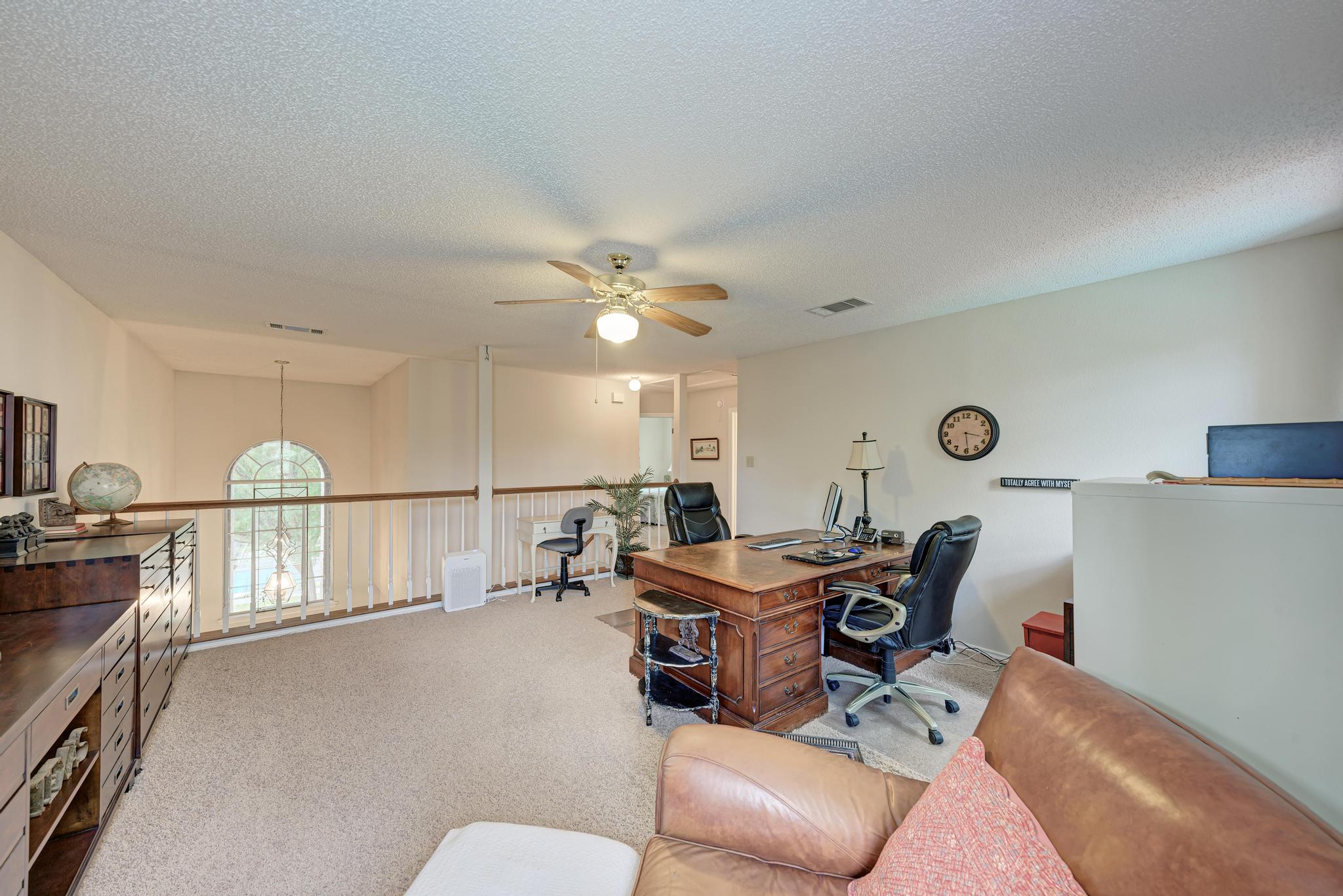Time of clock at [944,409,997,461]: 3:29
